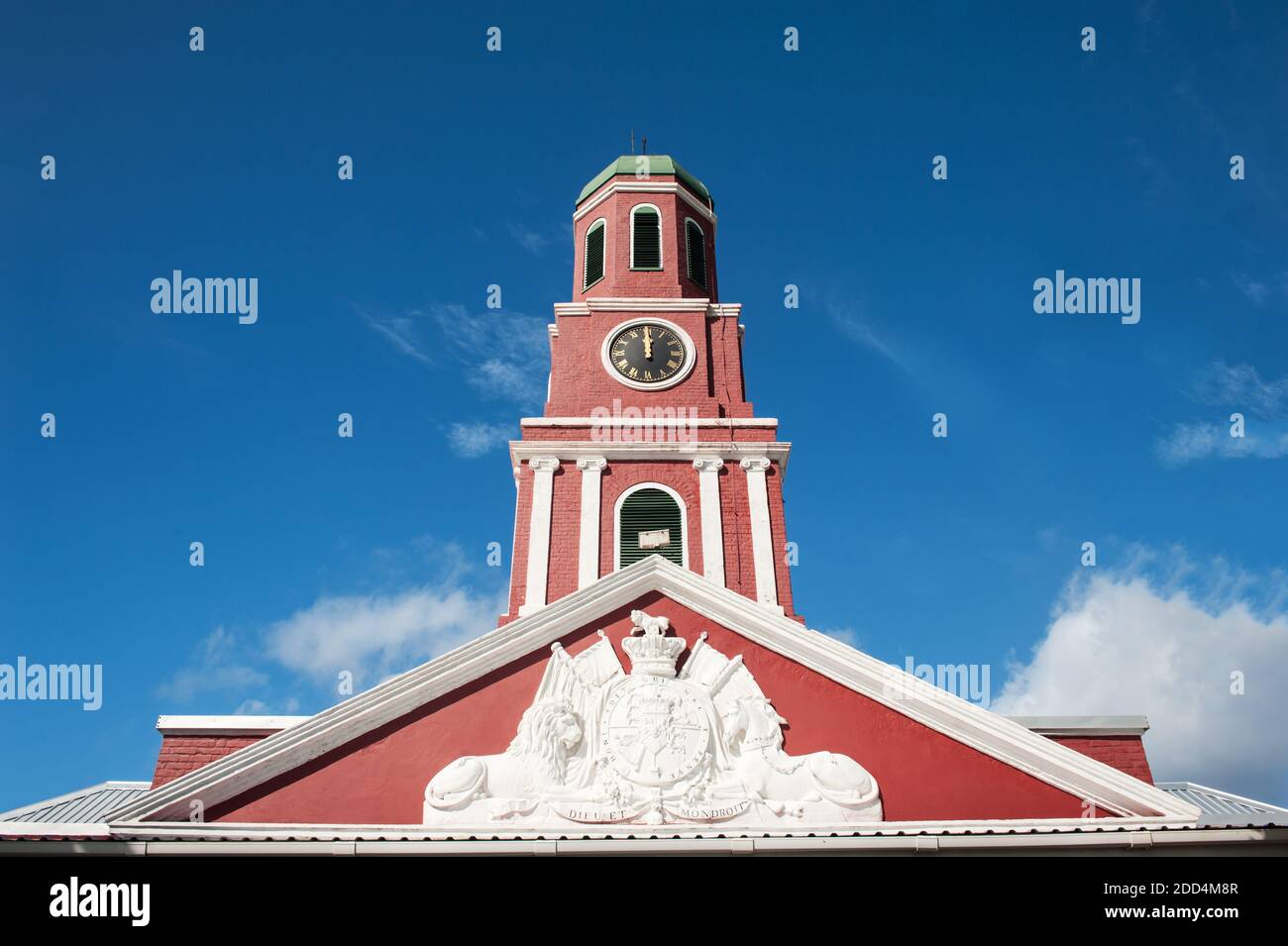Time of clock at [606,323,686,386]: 11:59
